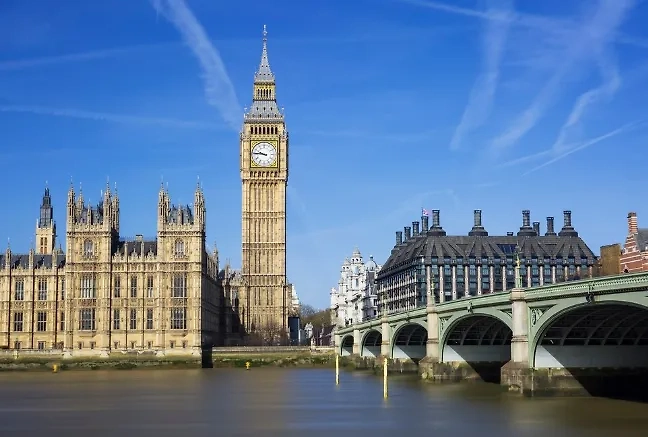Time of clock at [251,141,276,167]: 9:45
